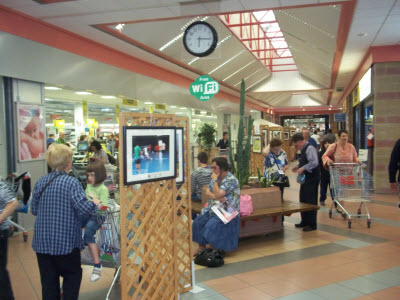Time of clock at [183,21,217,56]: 6:15
